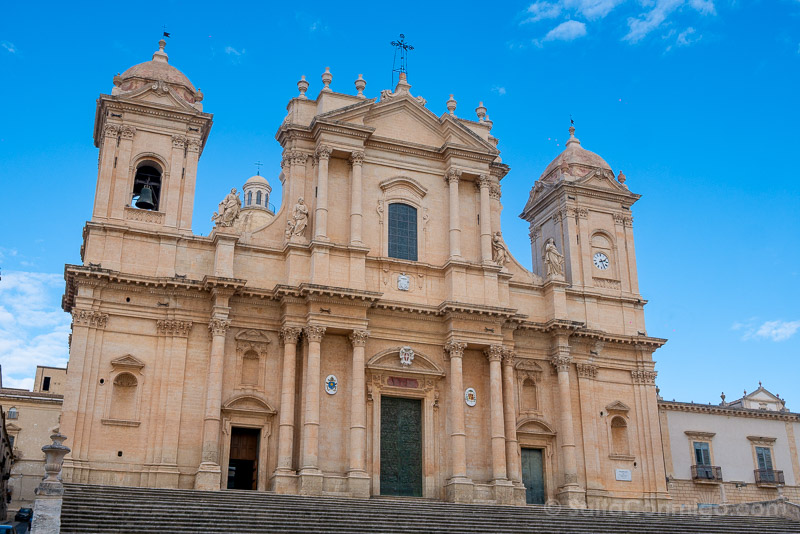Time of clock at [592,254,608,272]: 2:25
